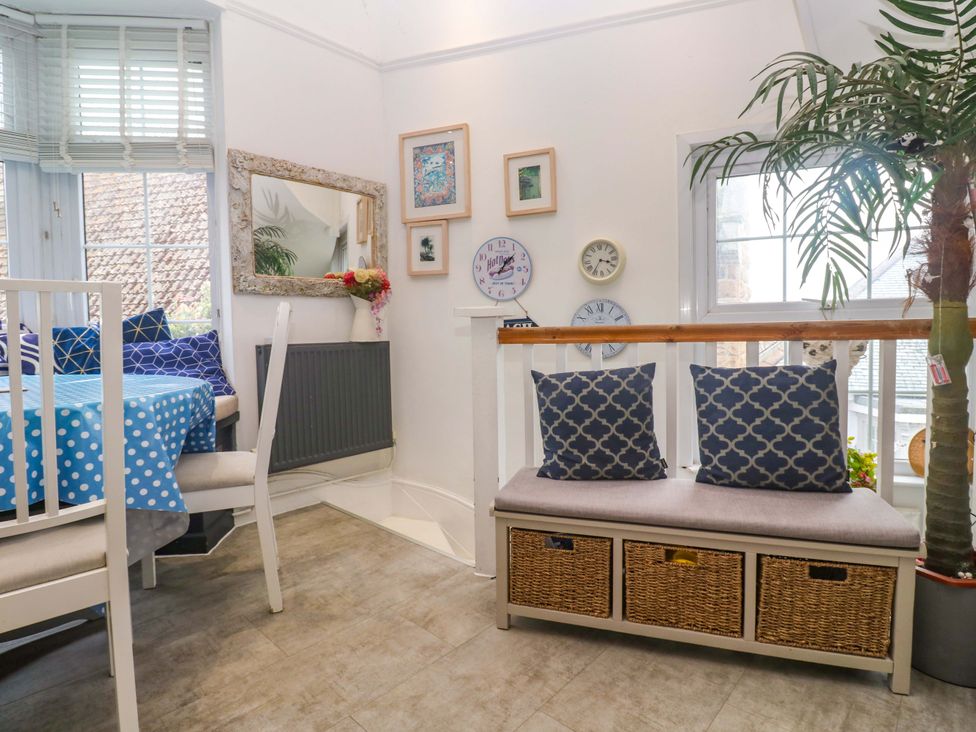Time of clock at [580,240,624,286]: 3:35
